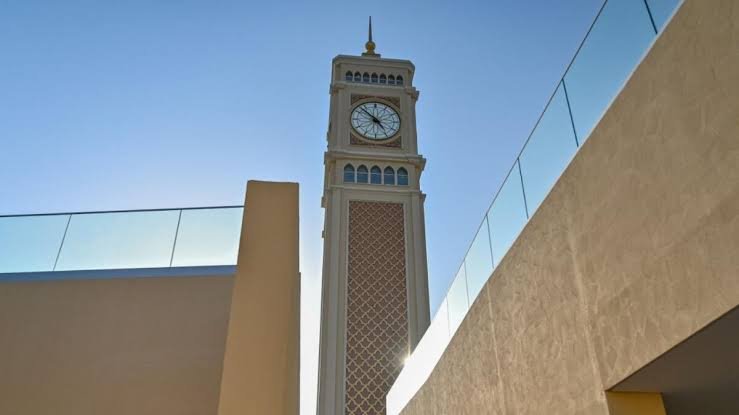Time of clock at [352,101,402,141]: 4:52
